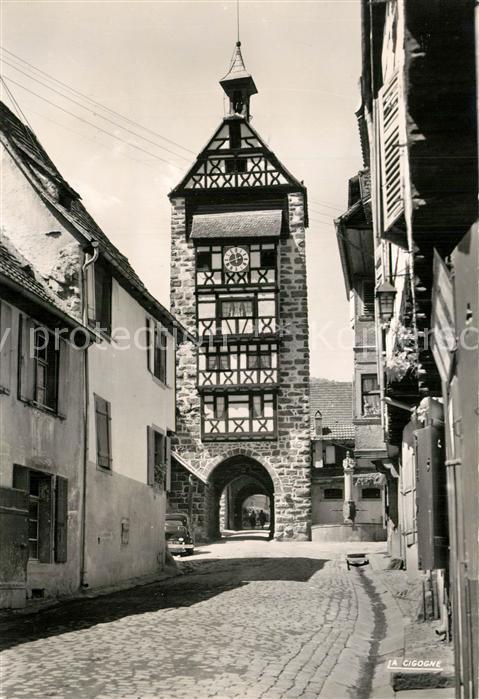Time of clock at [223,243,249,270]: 11:41
